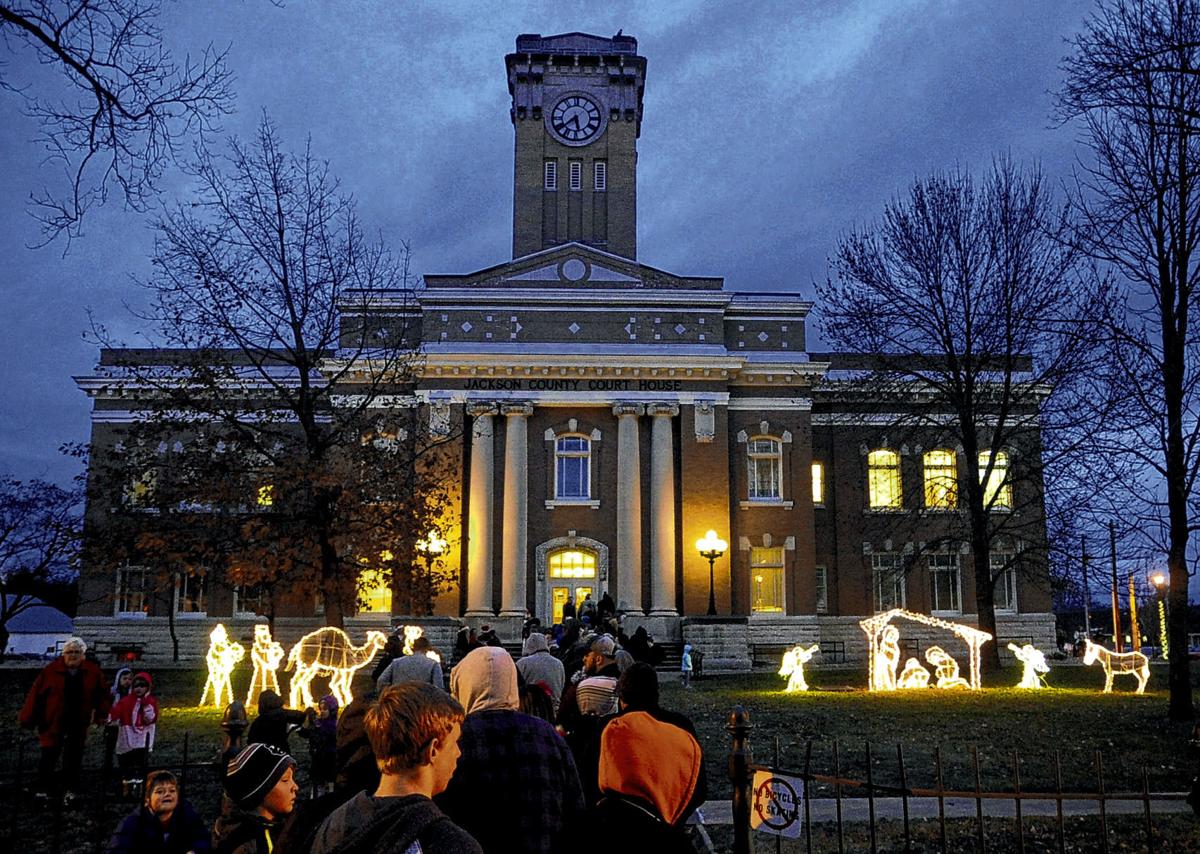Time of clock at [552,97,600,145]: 5:38
